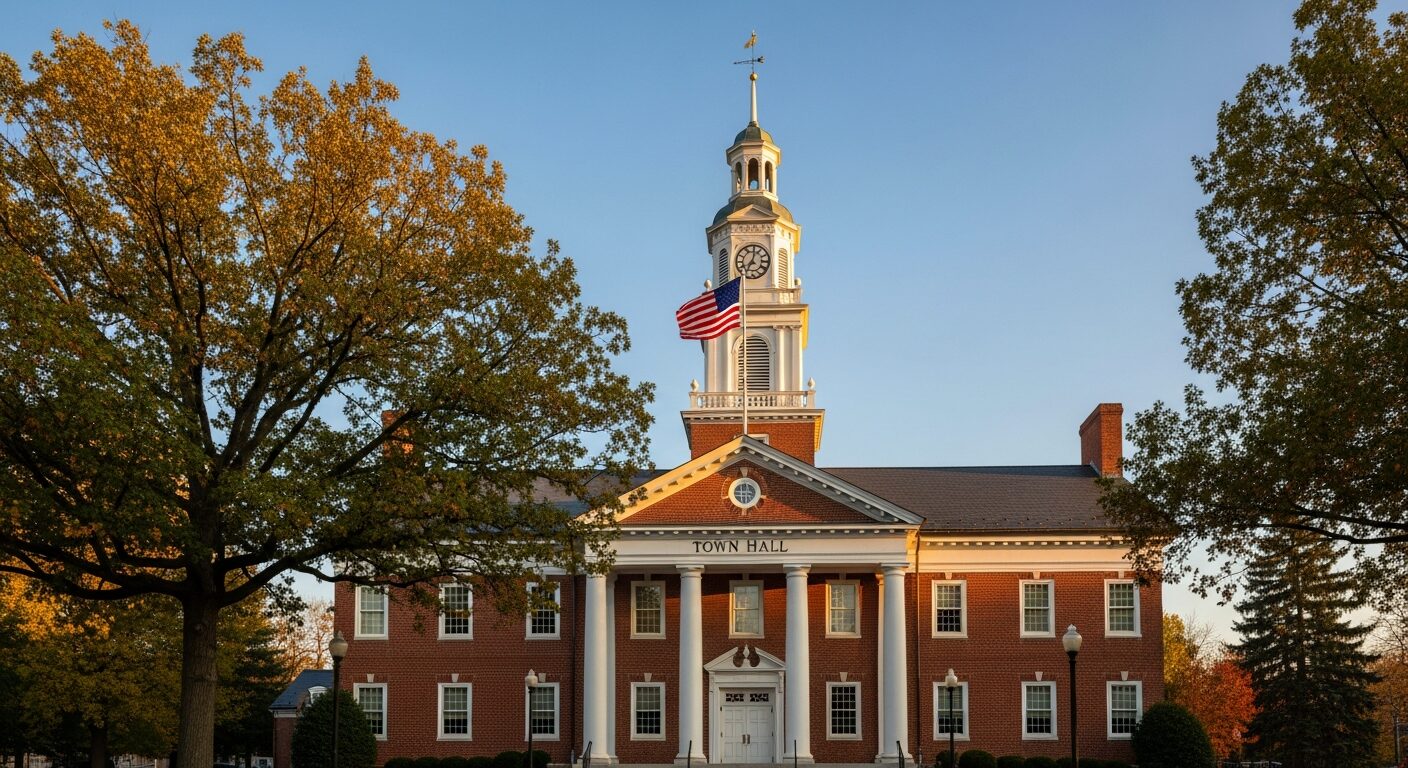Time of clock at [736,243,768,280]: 7:01
